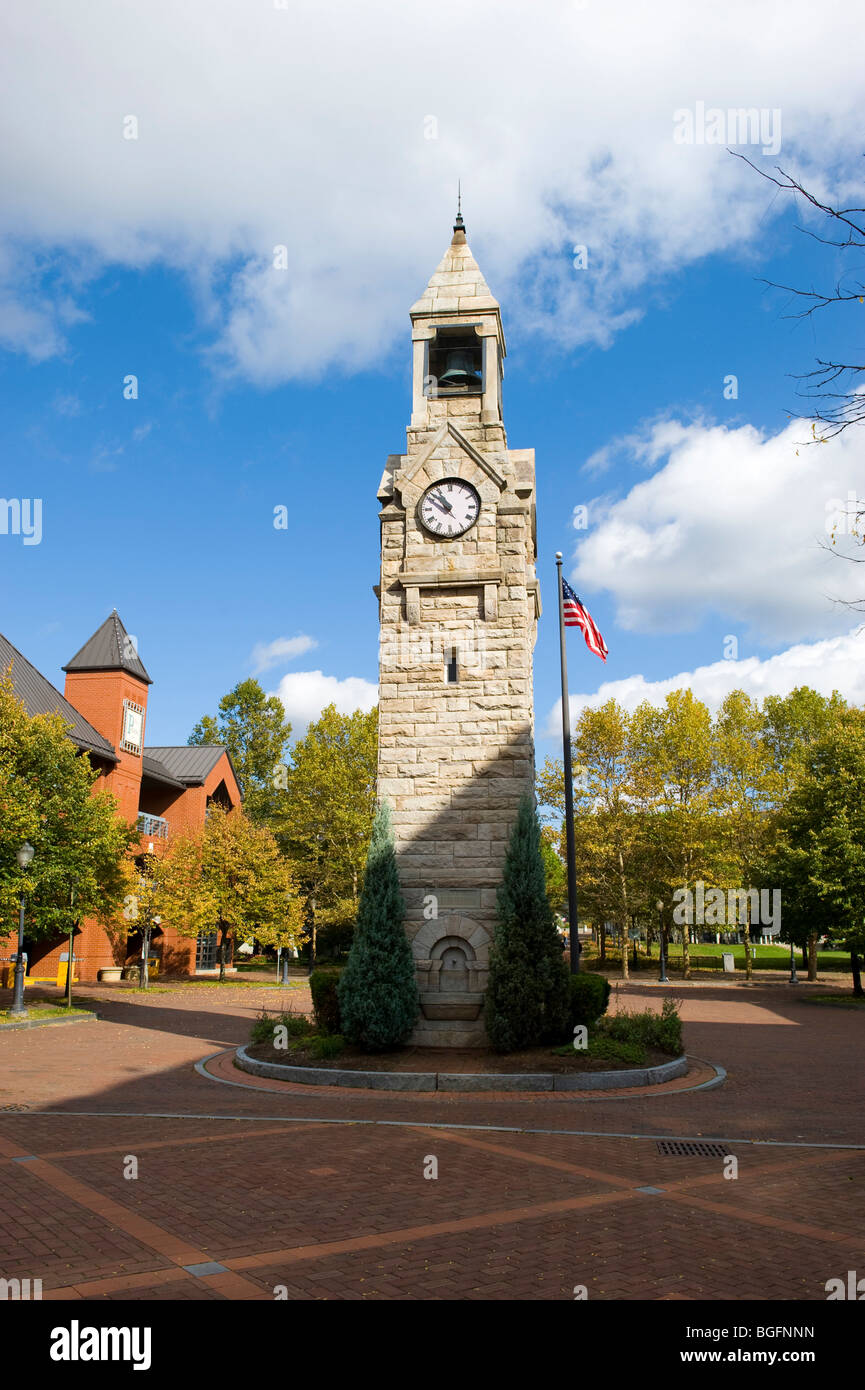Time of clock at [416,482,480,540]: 10:51
